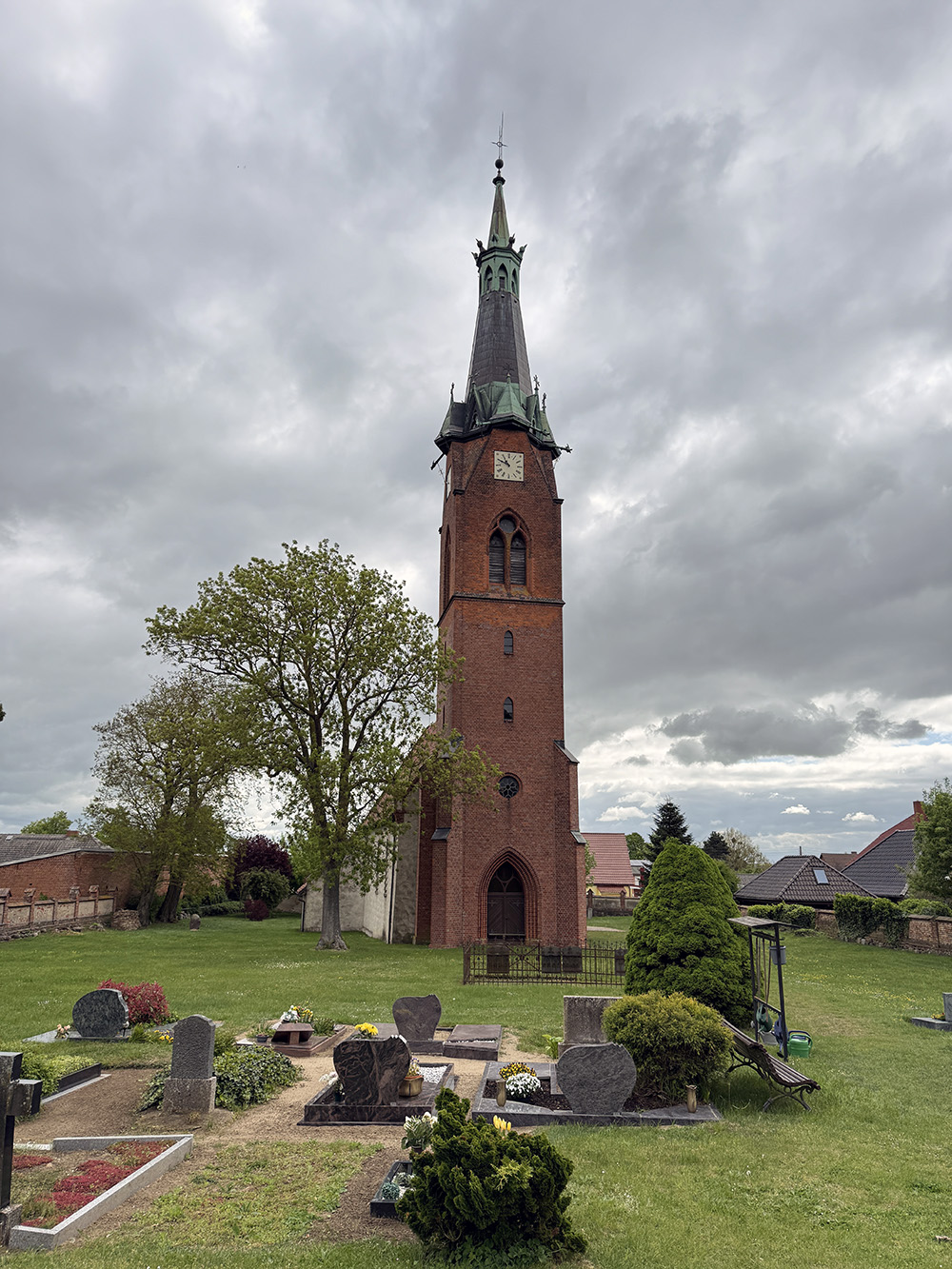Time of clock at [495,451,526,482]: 10:49
